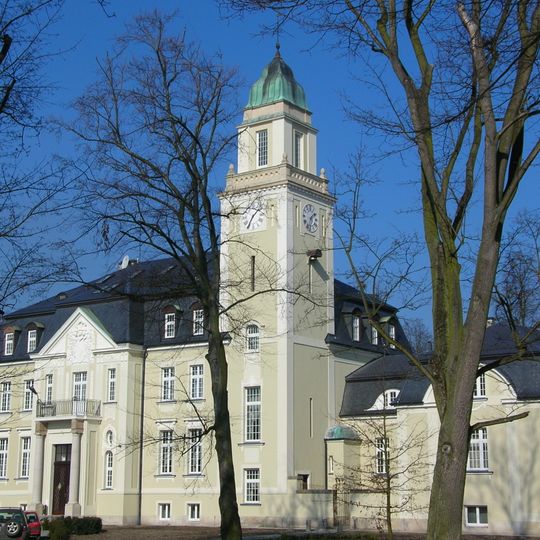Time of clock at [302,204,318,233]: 1:33
